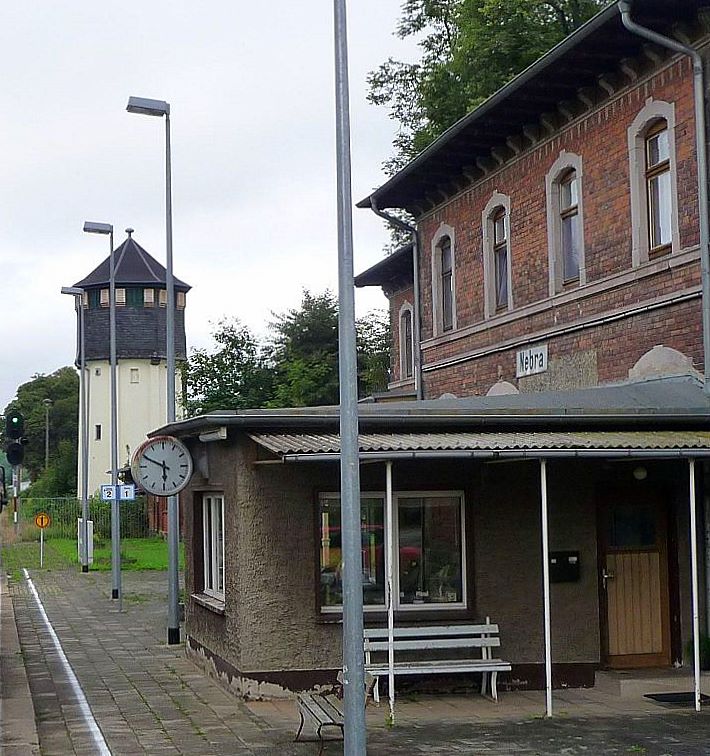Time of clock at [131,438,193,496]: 5:49
